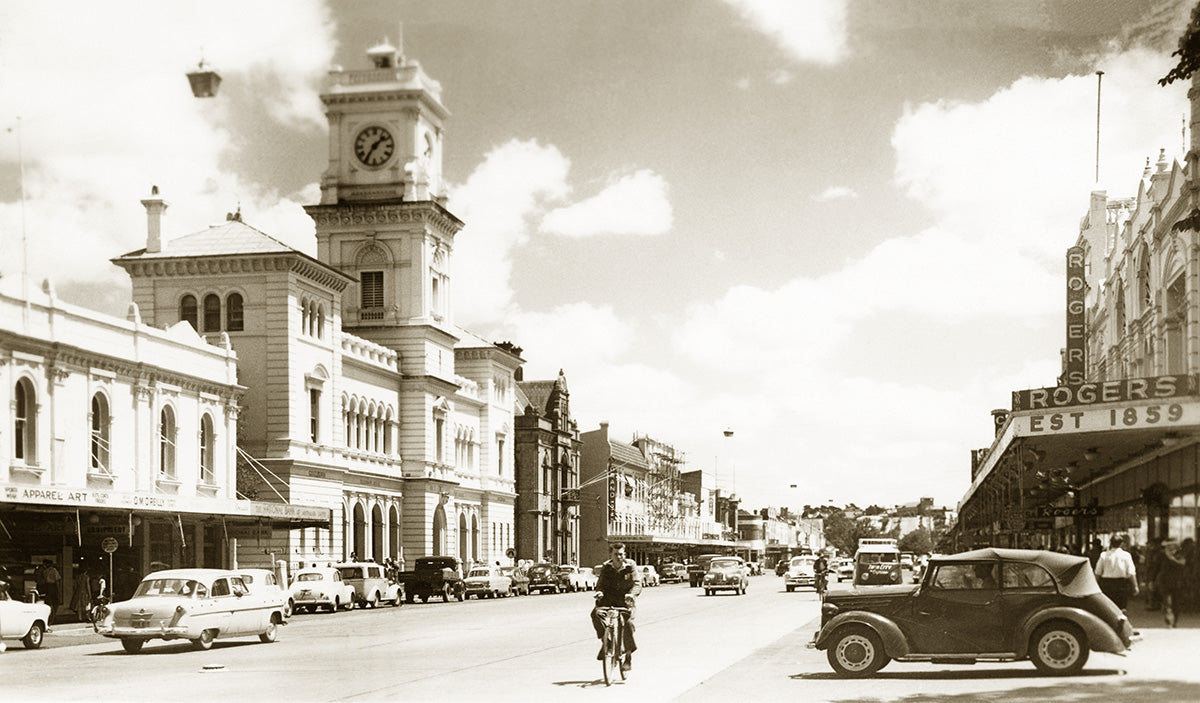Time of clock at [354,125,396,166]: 1:35
